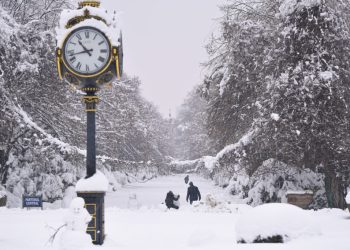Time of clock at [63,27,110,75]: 10:42
